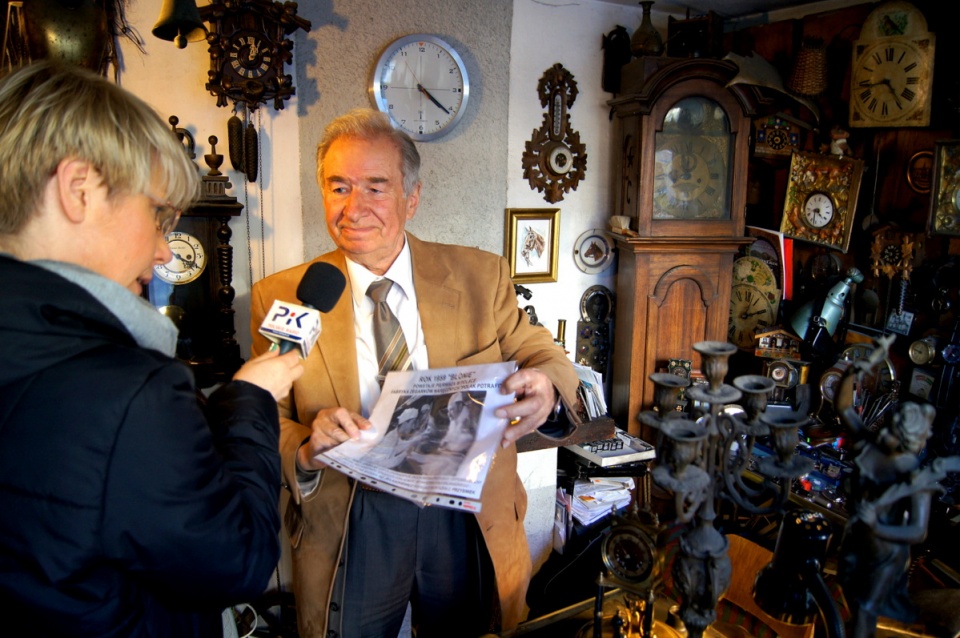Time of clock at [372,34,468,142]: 4:21
